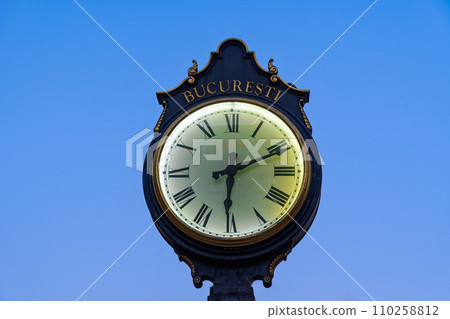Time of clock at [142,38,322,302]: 6:11
